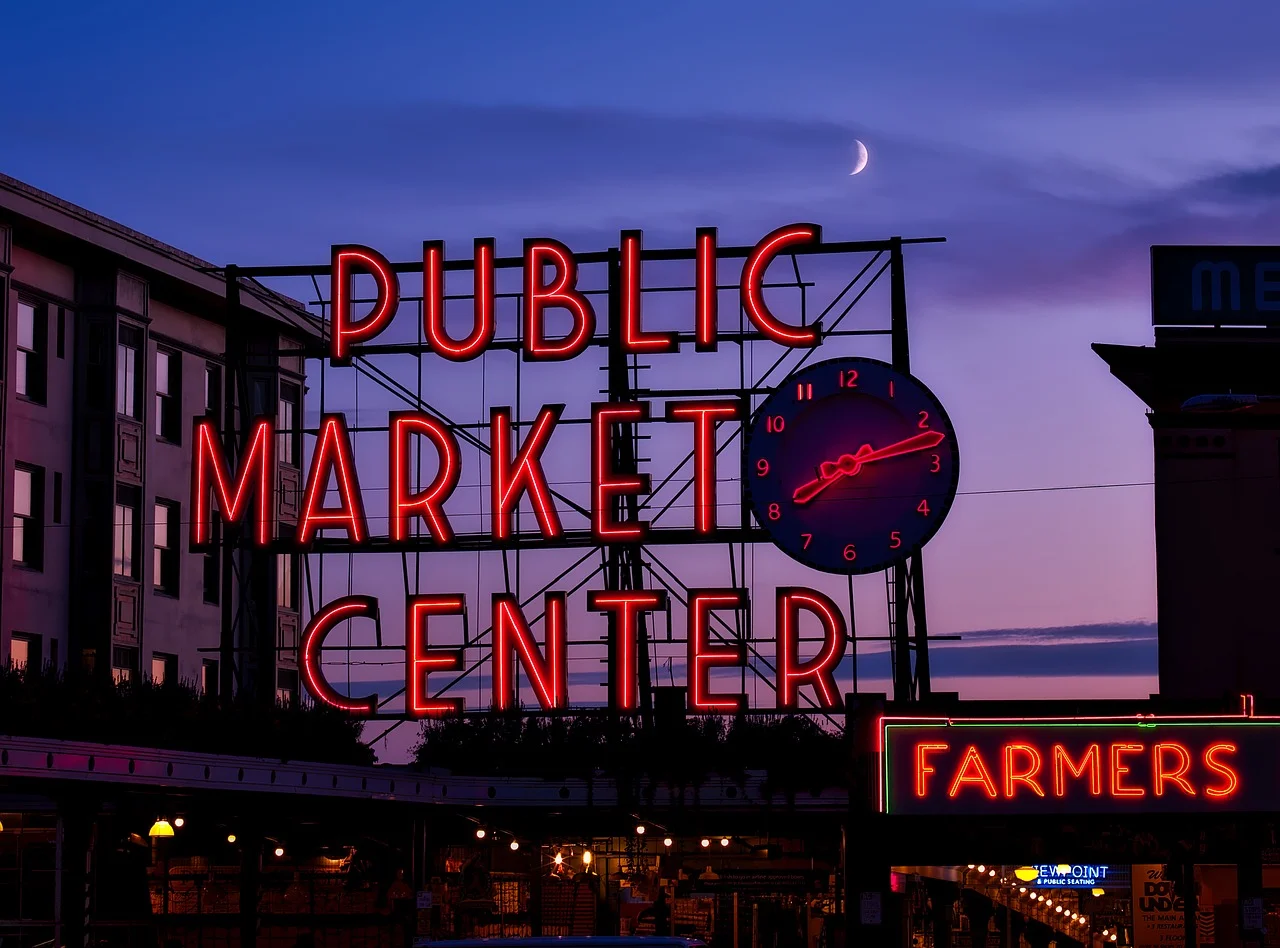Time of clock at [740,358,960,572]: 8:13
